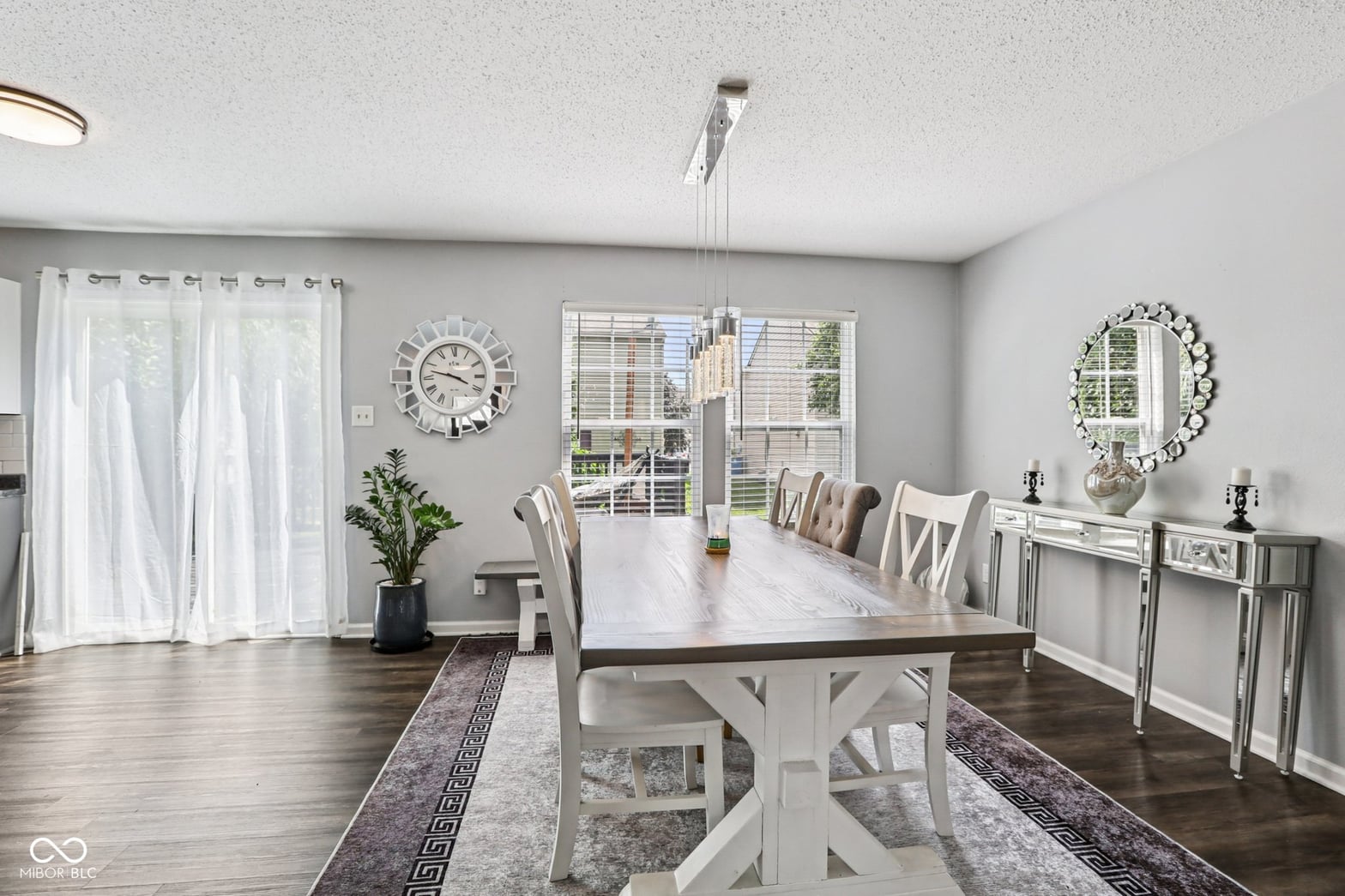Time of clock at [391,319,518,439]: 3:47
